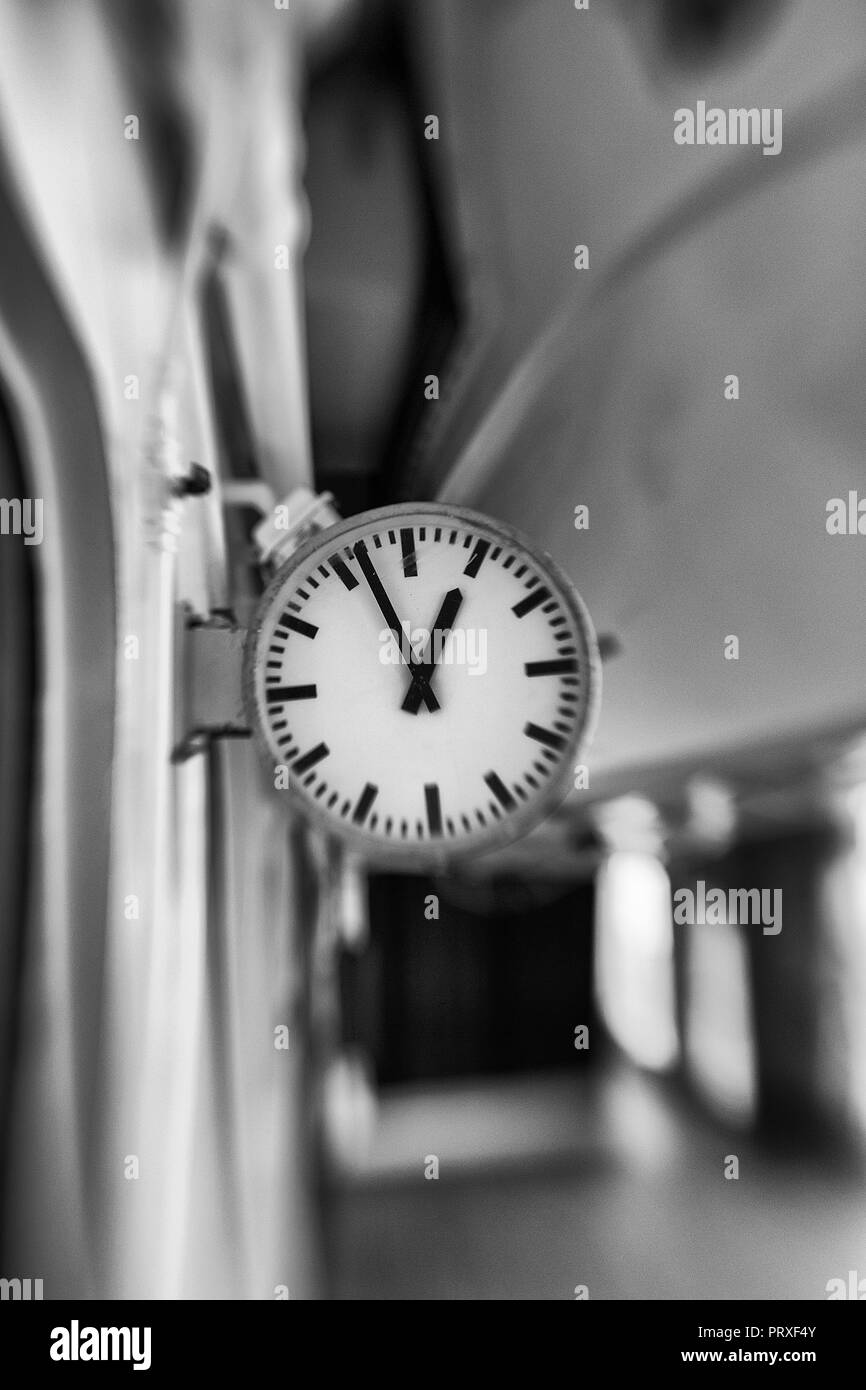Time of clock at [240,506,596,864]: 12:56
